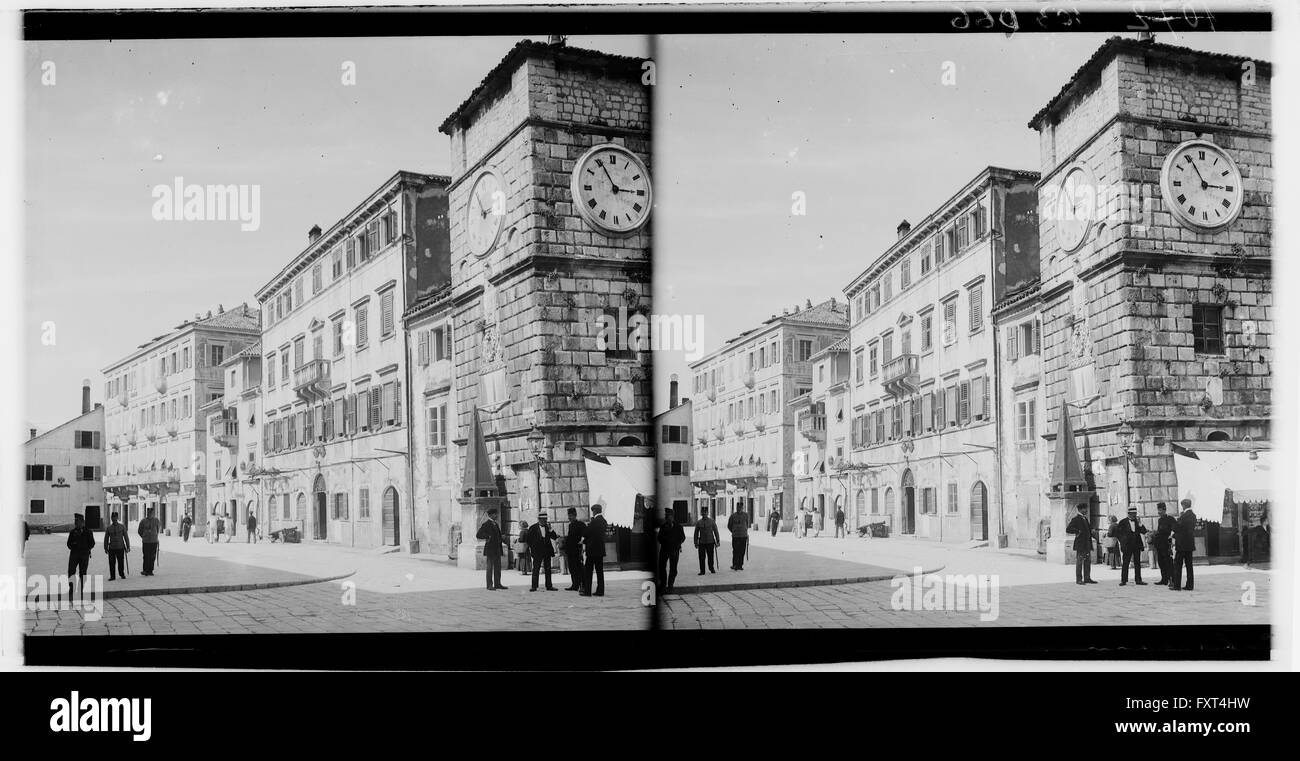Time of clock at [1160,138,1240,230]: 2:55
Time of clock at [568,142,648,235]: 2:55
